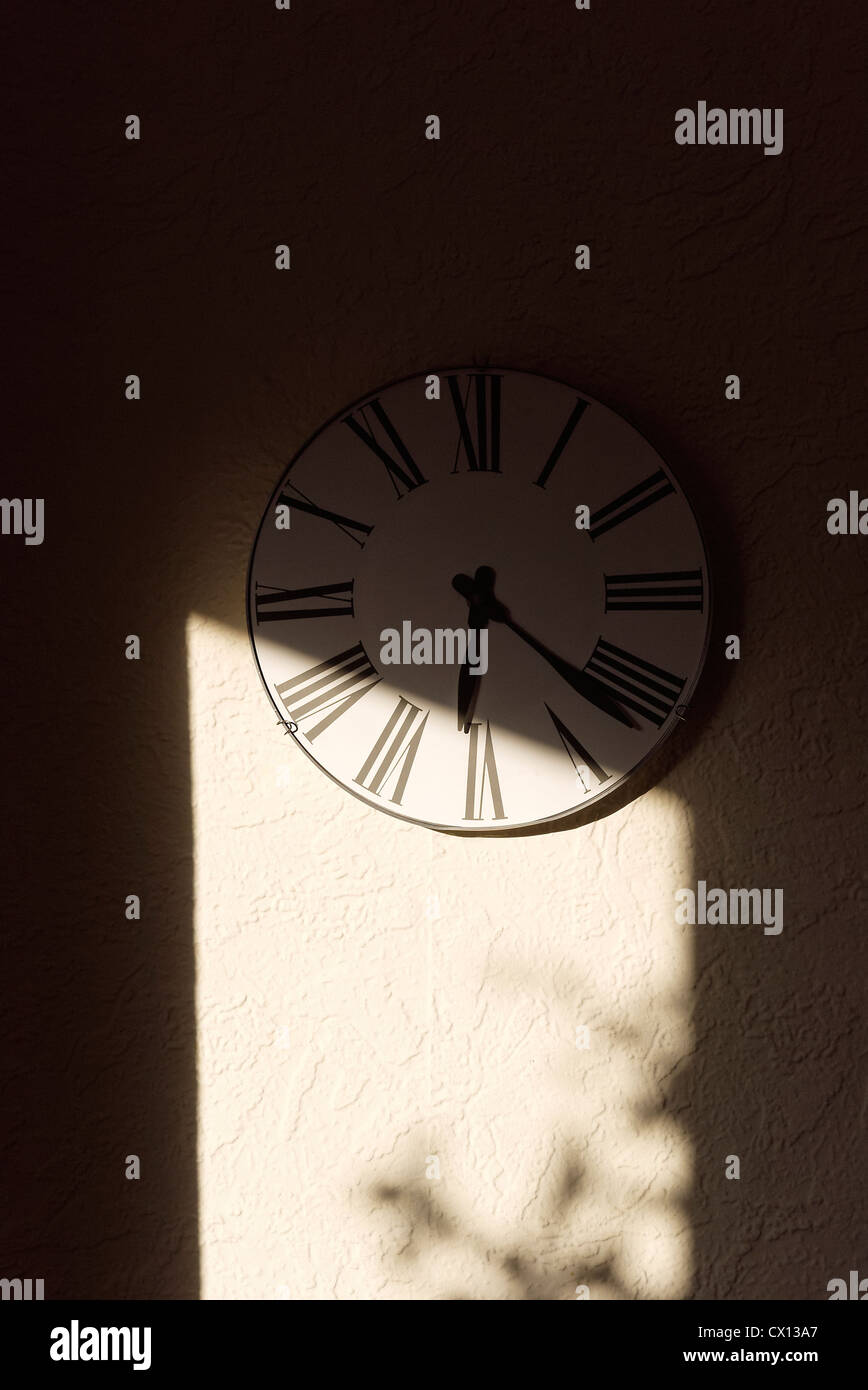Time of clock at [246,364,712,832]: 6:21
